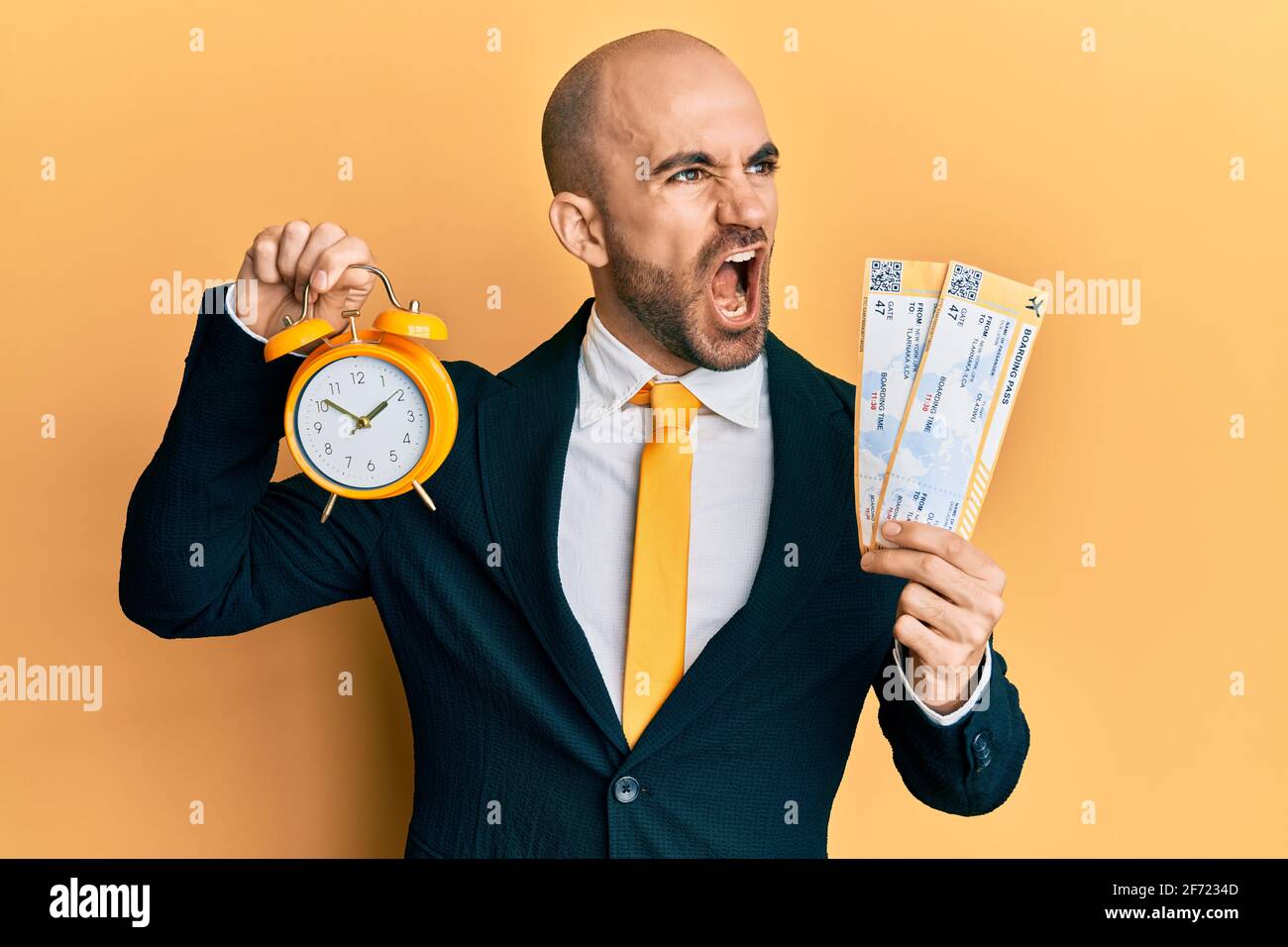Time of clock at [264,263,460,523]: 1:50
